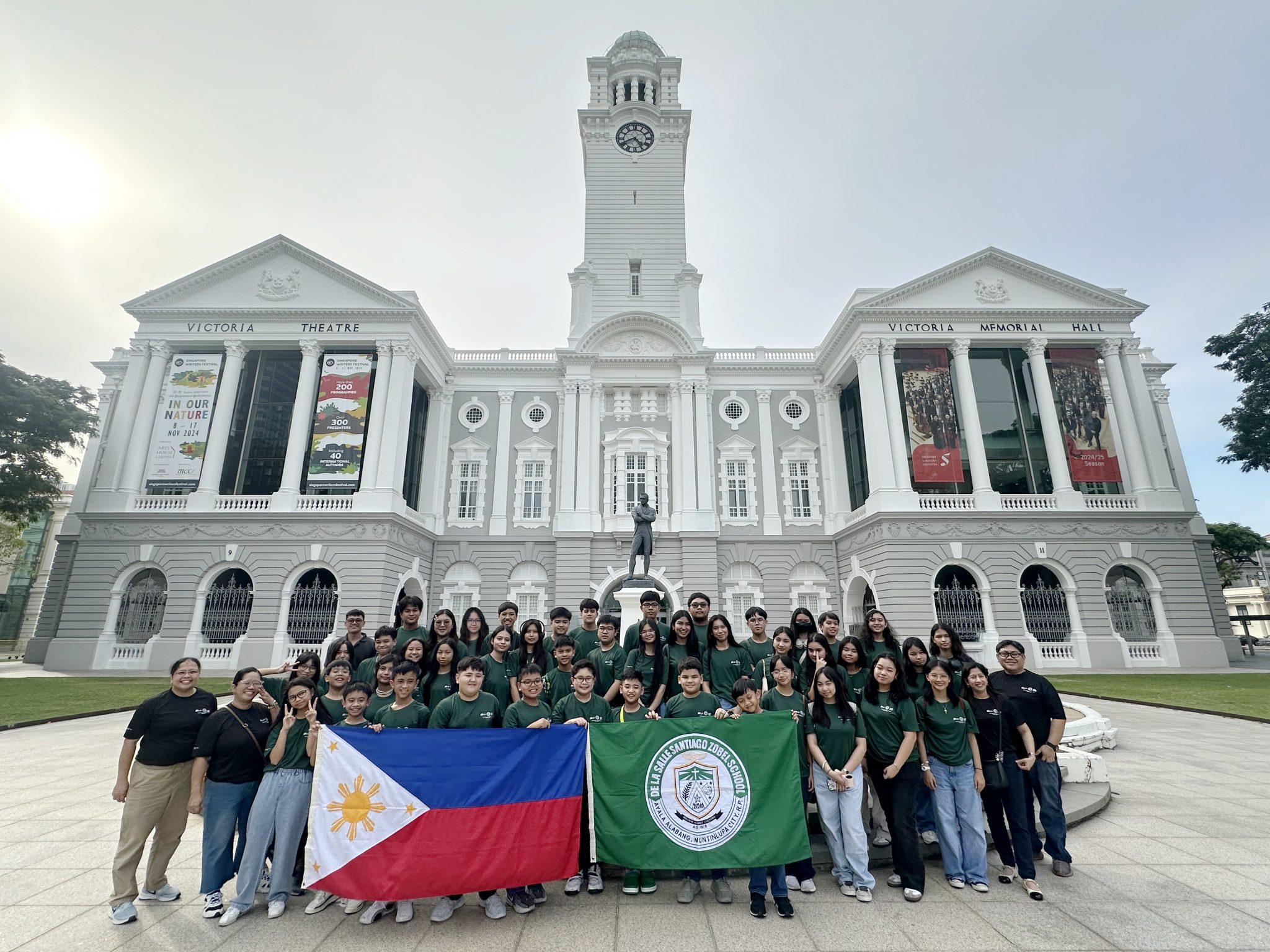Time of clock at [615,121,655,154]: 4:40
